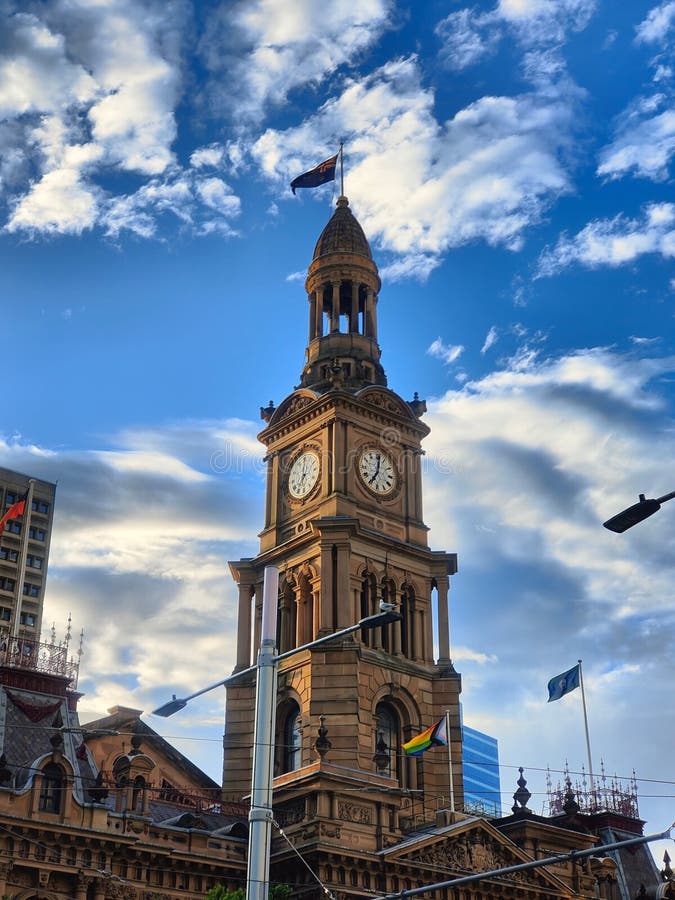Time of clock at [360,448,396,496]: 7:01
